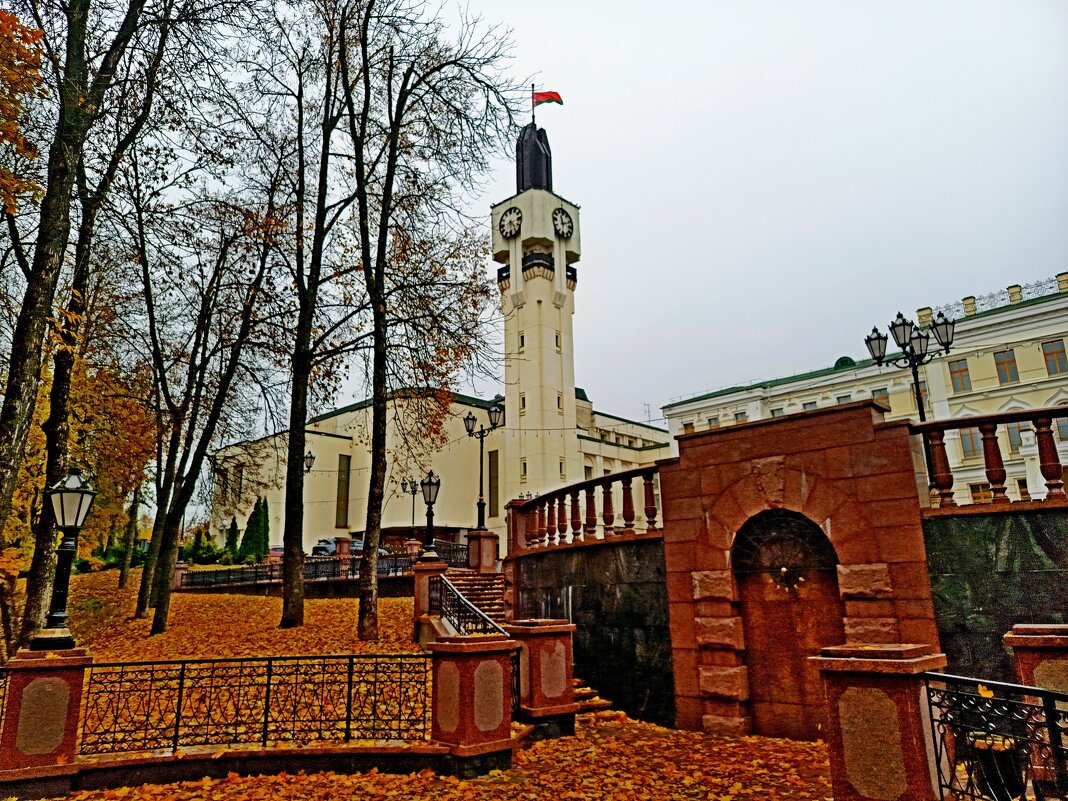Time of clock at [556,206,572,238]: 11:11
